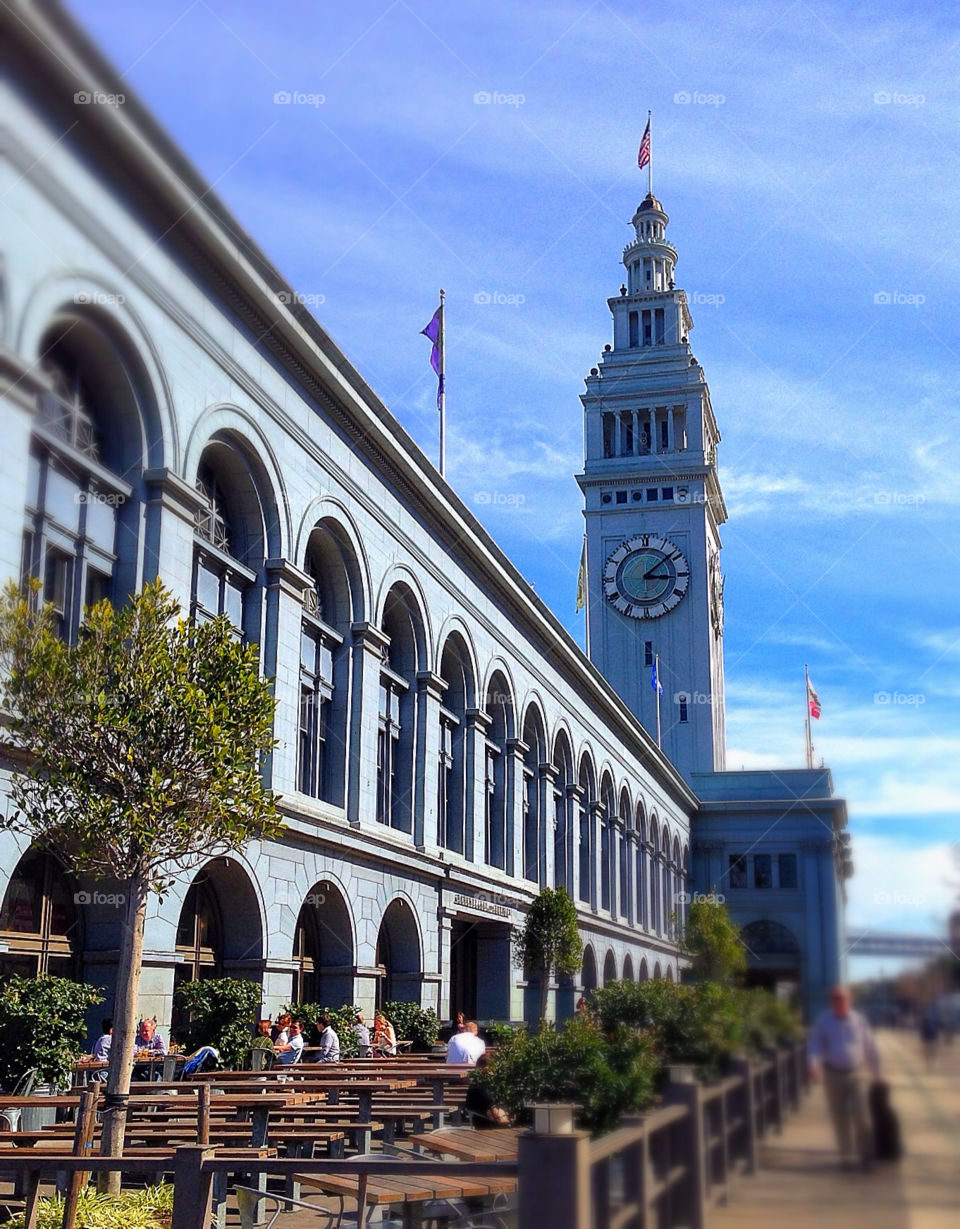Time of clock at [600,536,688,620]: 3:08
